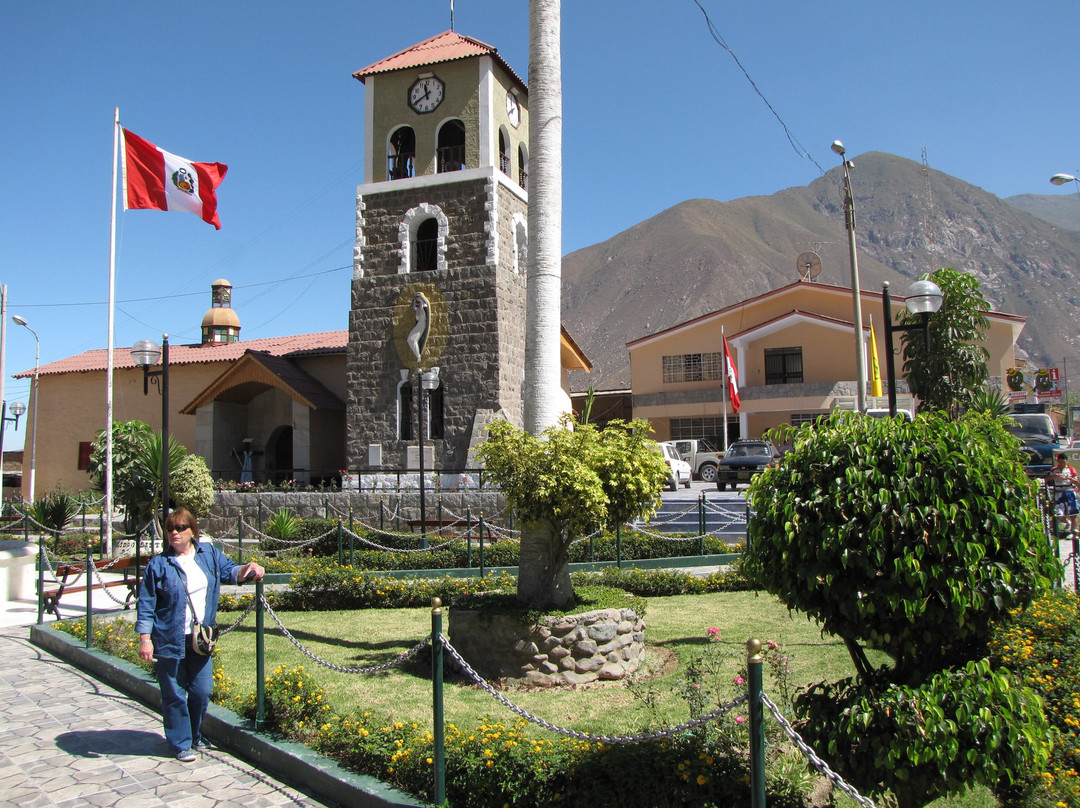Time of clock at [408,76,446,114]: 11:40
